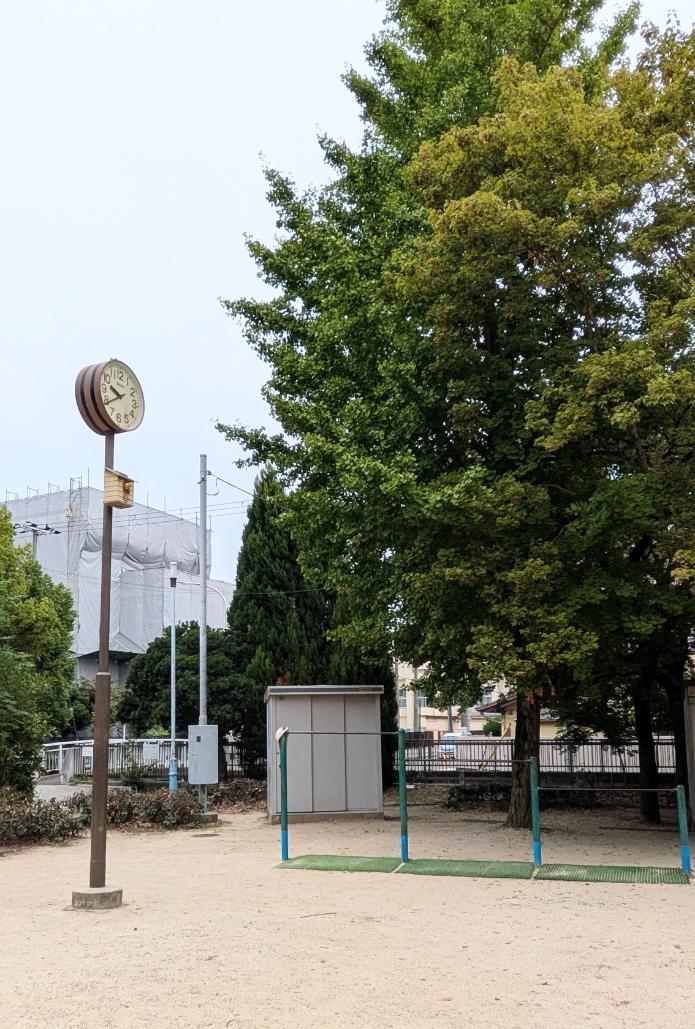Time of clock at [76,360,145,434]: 9:39
